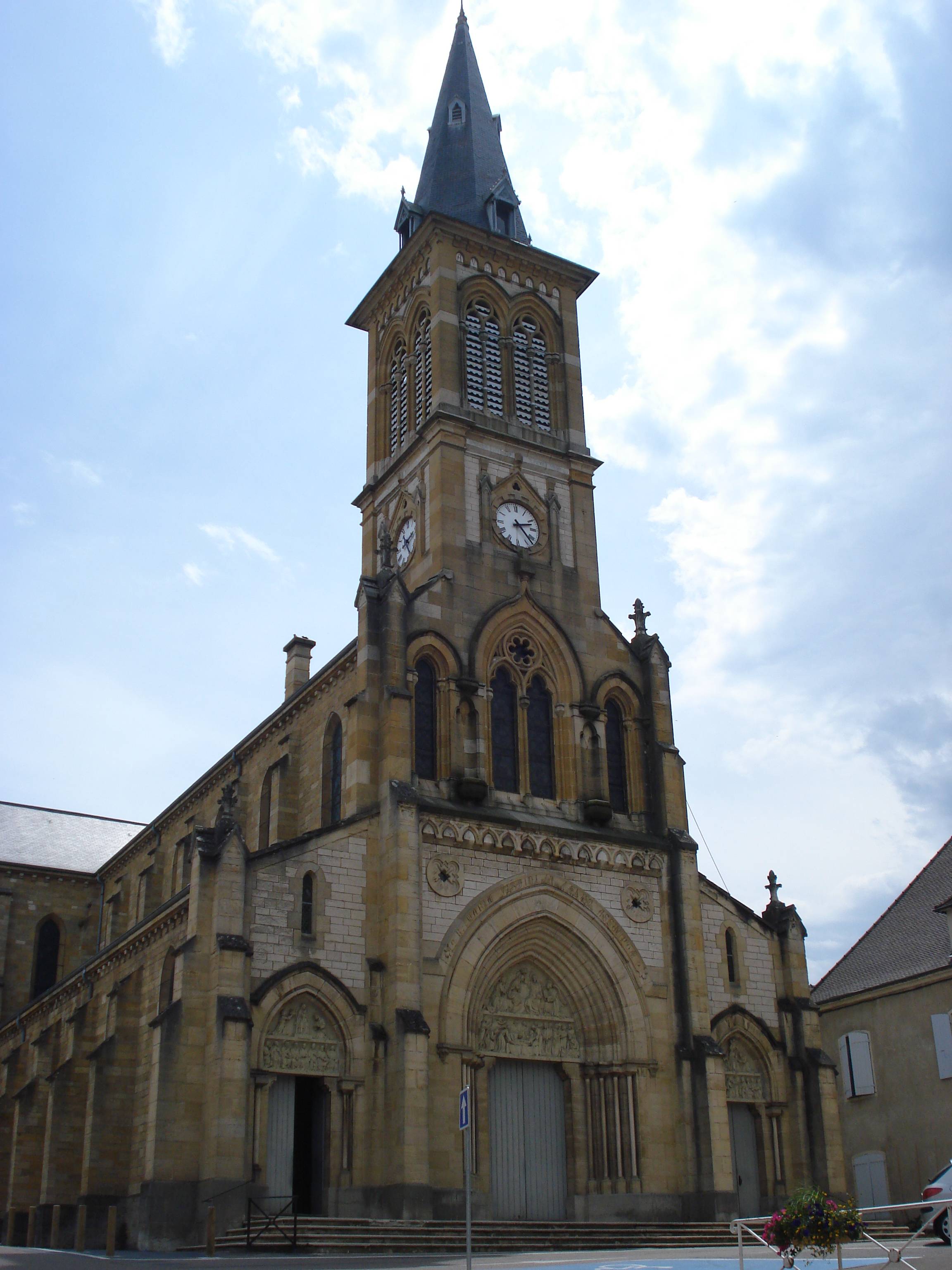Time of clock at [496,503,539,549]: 2:22
